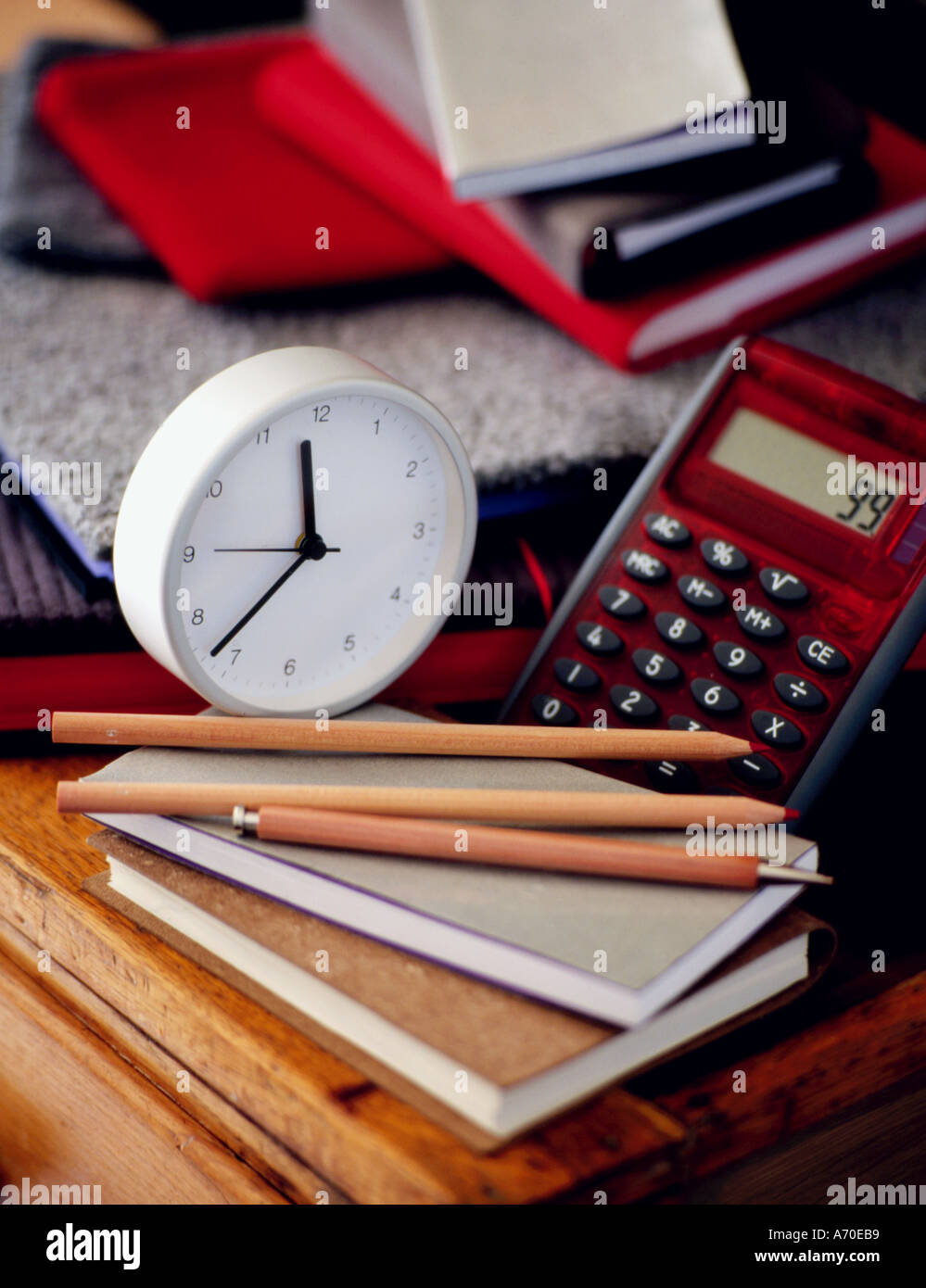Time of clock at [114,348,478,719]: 11:36
